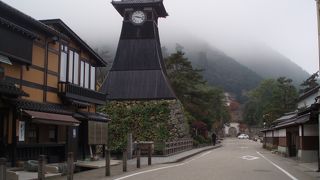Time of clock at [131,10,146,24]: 9:17
